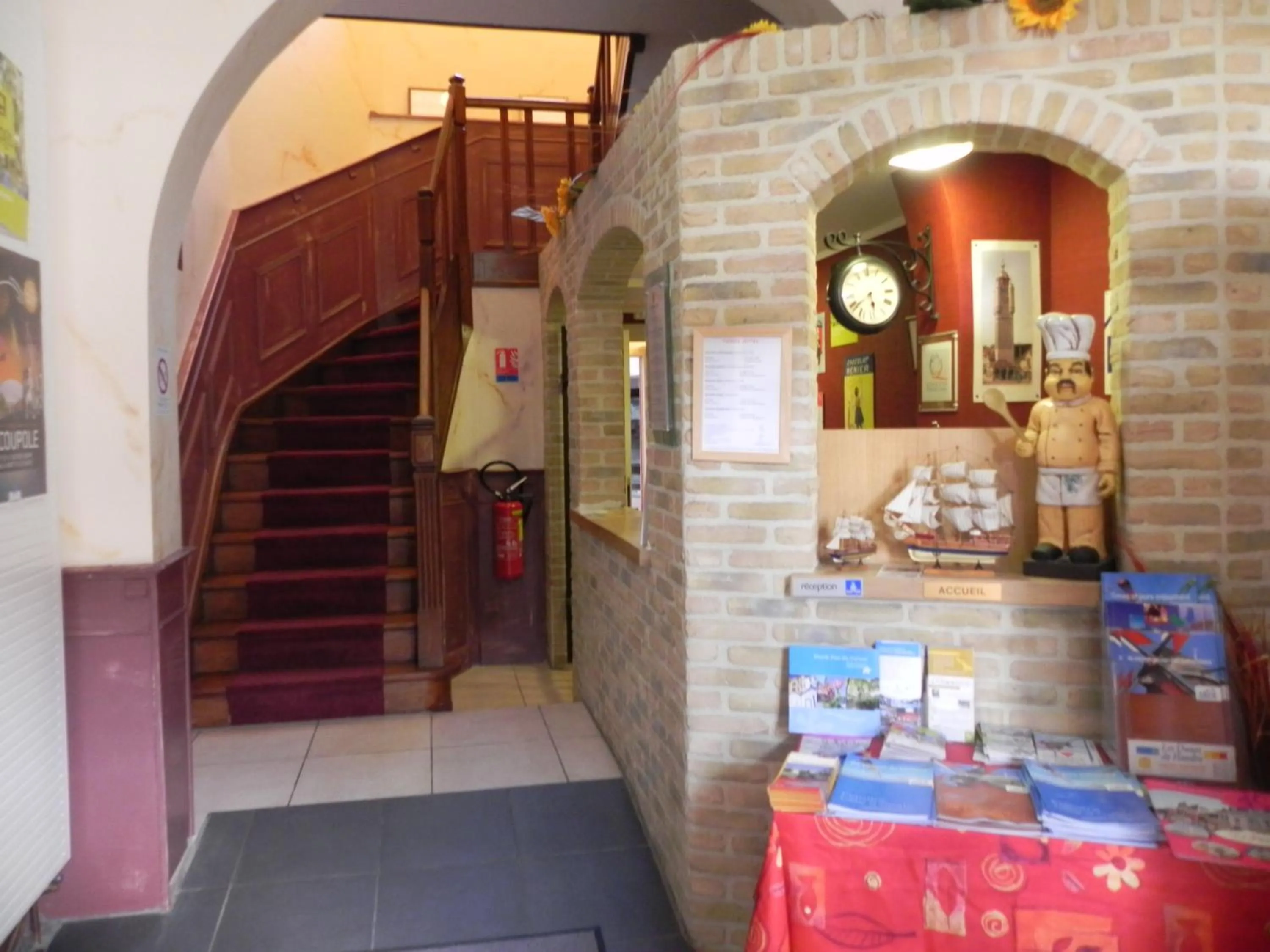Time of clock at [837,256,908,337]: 5:38
